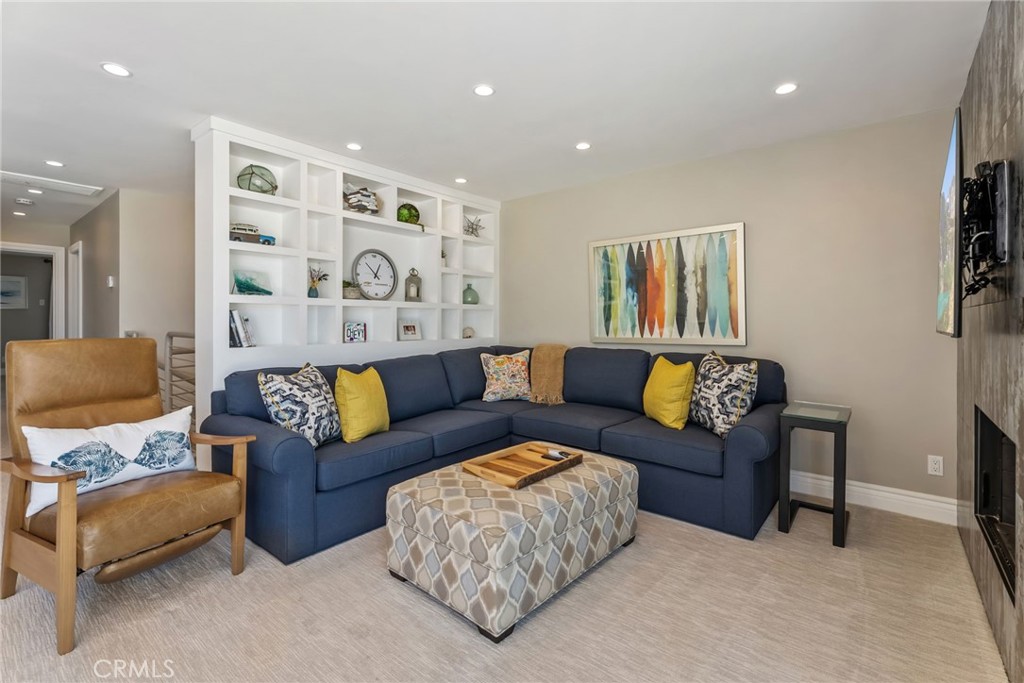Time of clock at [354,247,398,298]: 12:53
